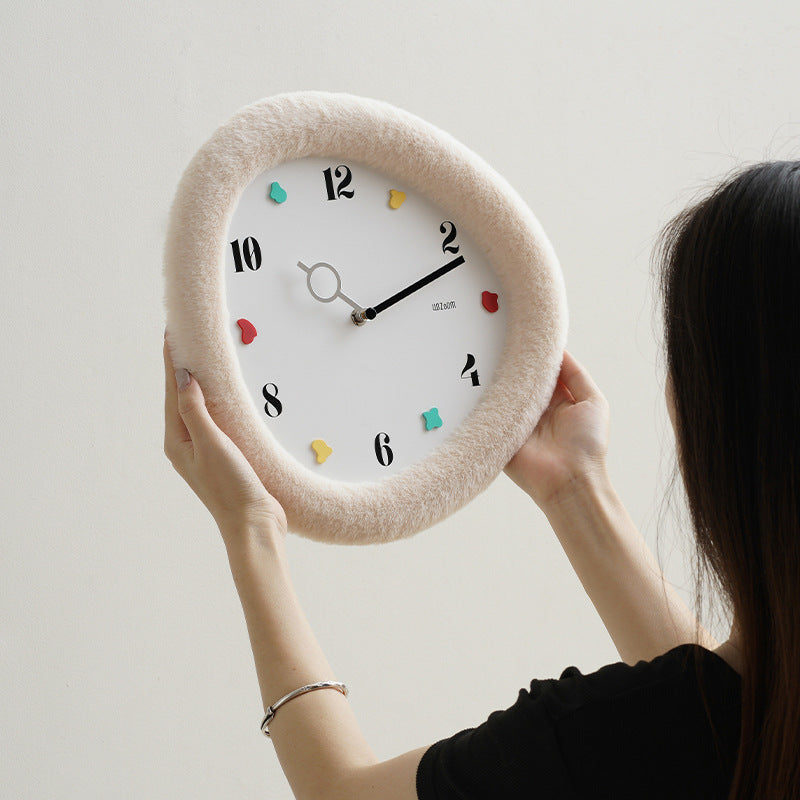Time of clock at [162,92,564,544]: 2:11
